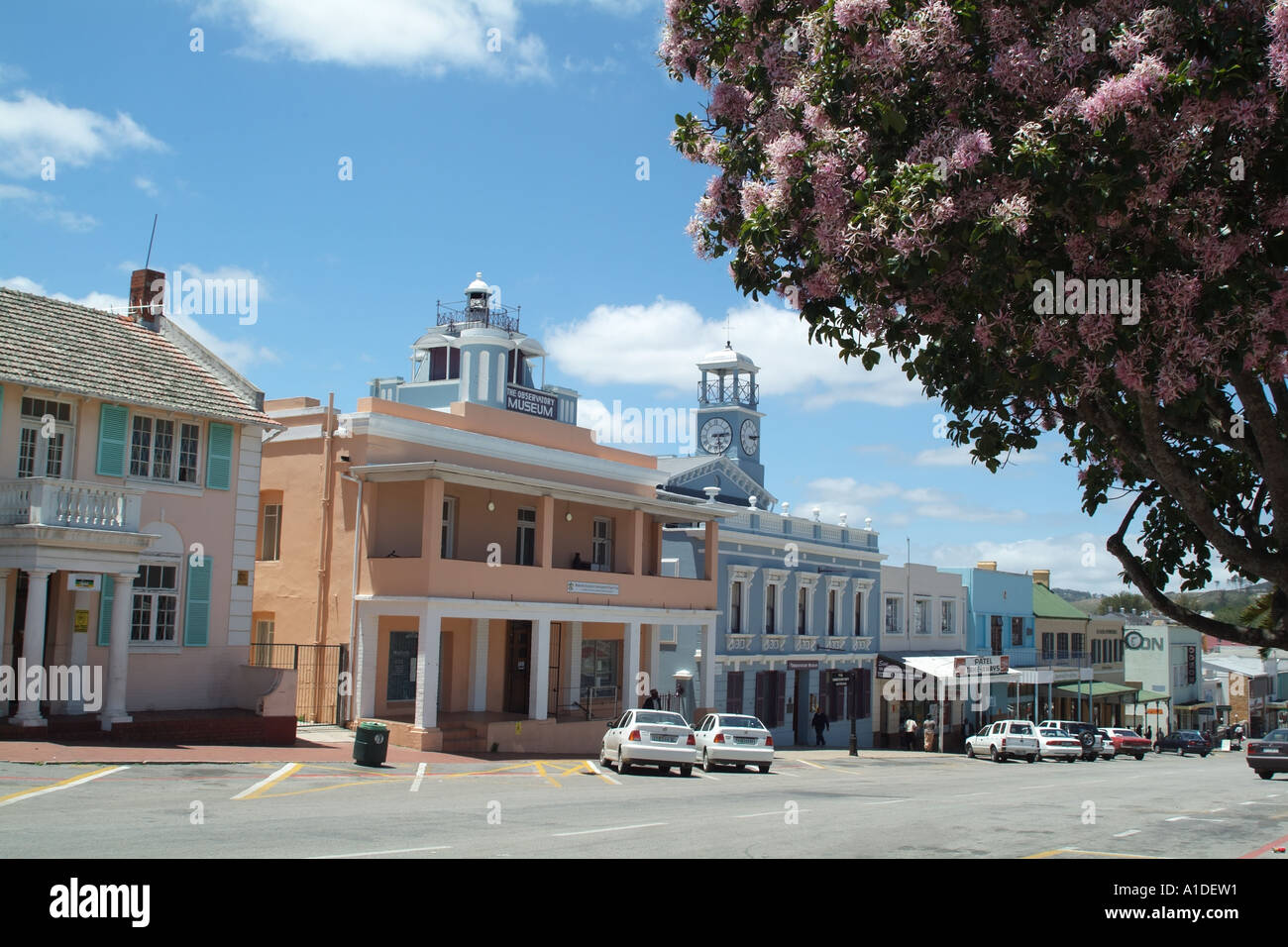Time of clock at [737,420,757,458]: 3:13
